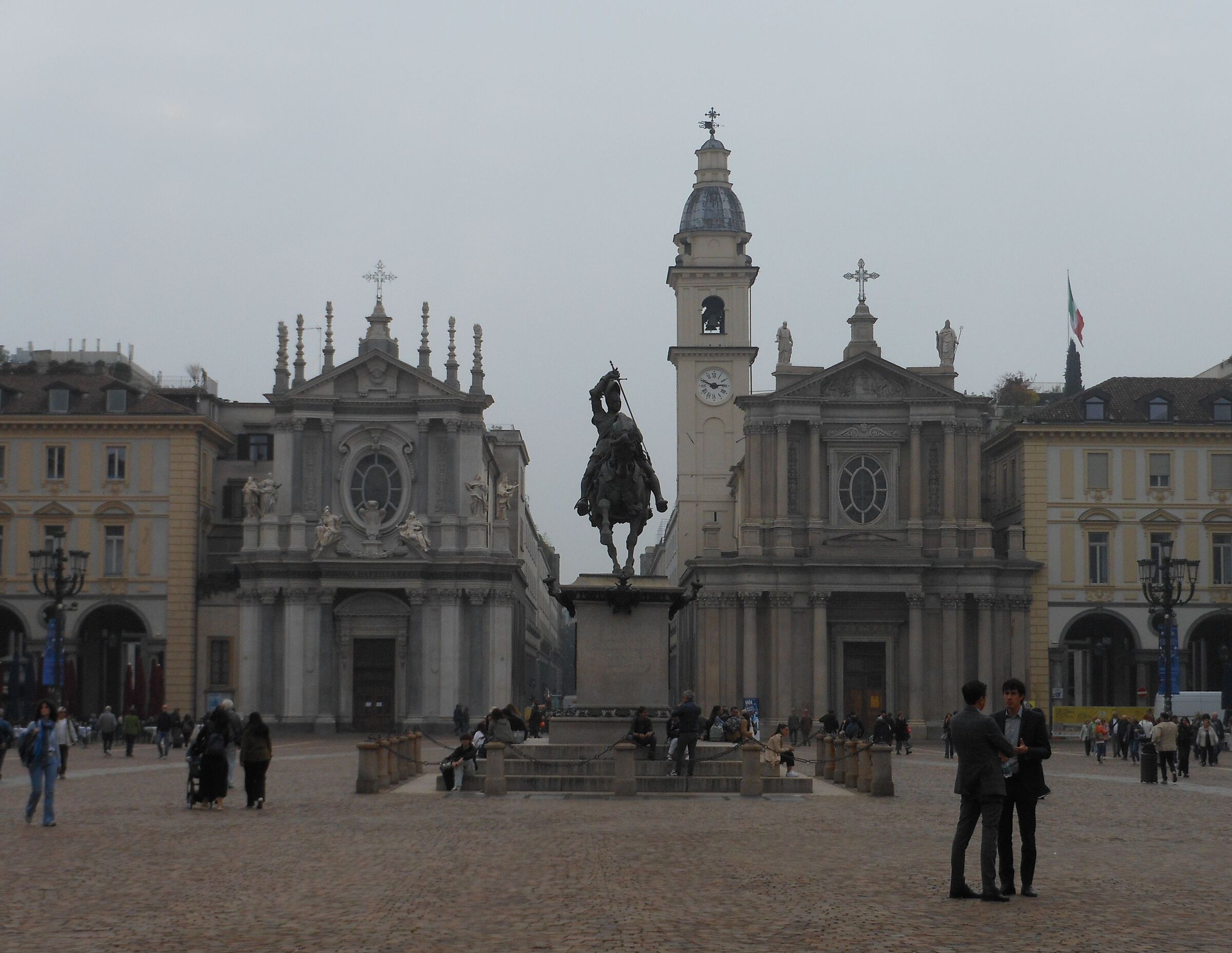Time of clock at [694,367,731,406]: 2:48
